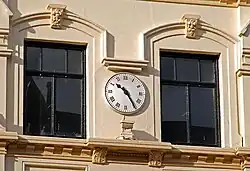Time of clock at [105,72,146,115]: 10:24
